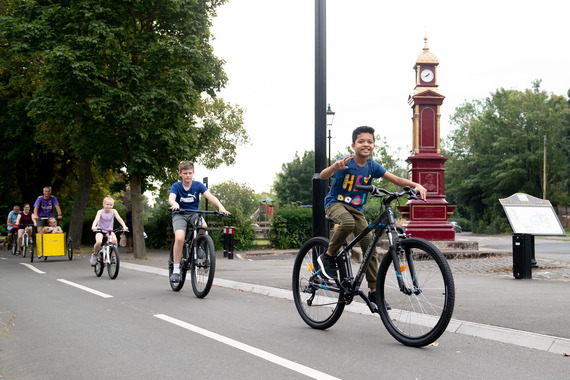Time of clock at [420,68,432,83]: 1:41
